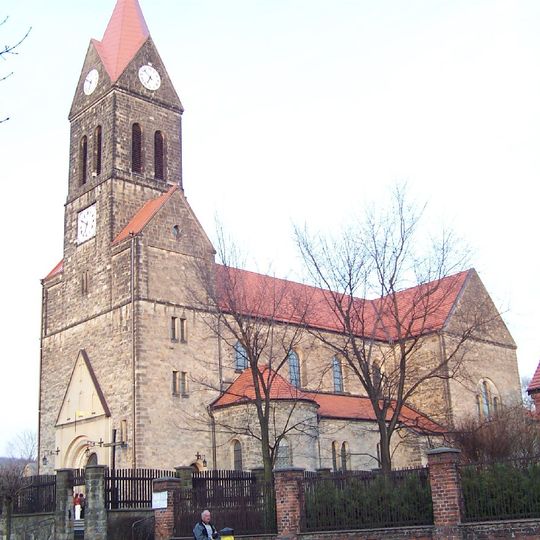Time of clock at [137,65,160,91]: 6:52
